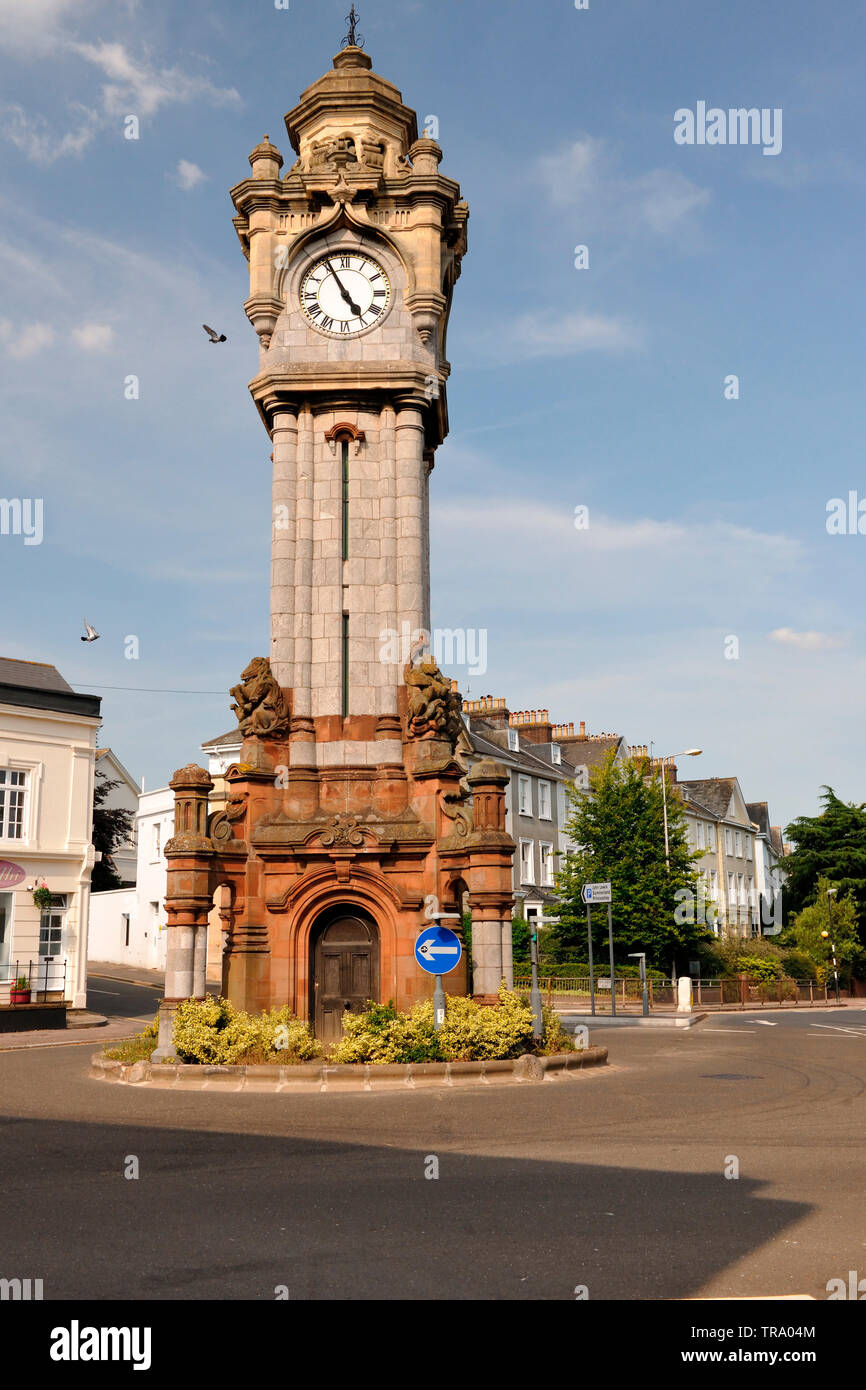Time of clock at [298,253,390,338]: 4:55
